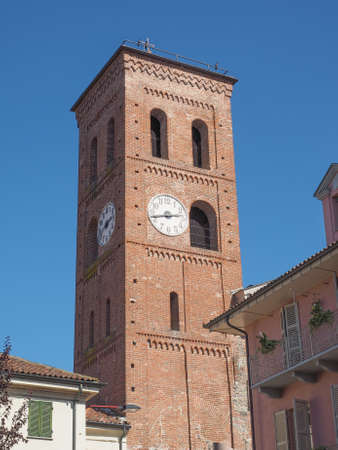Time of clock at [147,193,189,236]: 2:42
